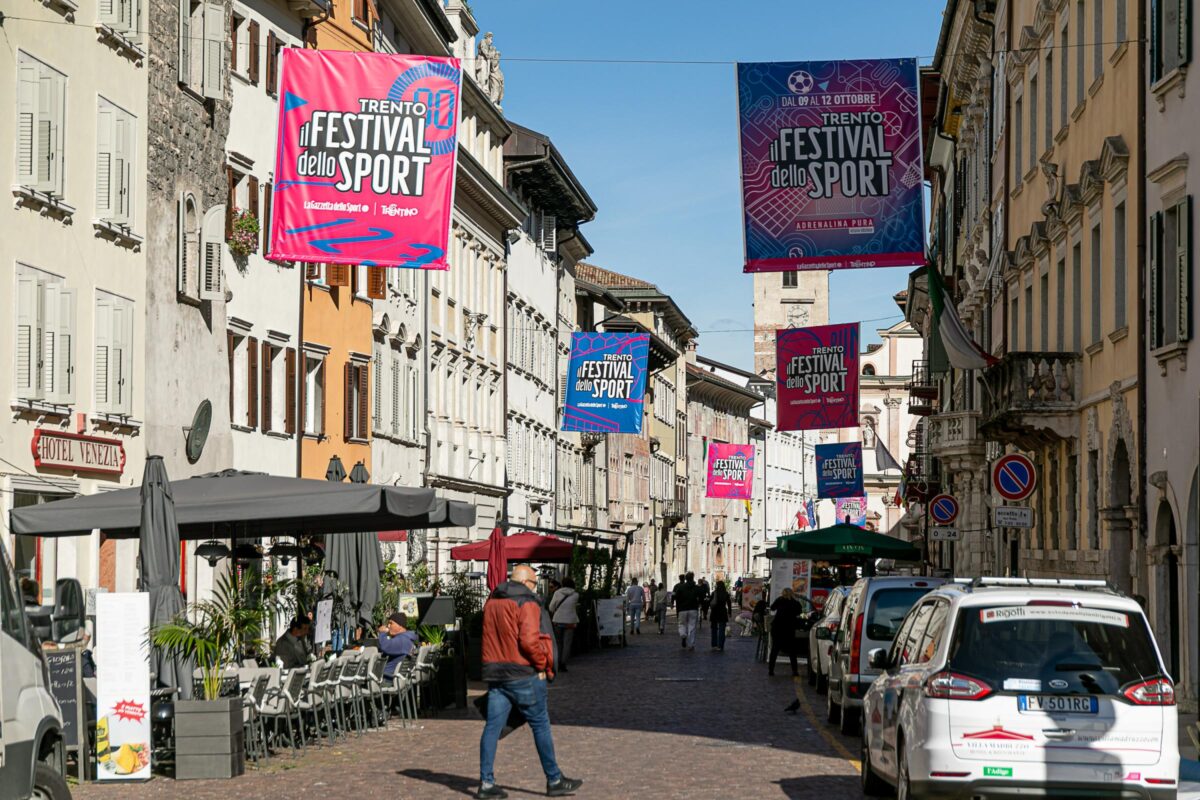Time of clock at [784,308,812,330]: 9:11
